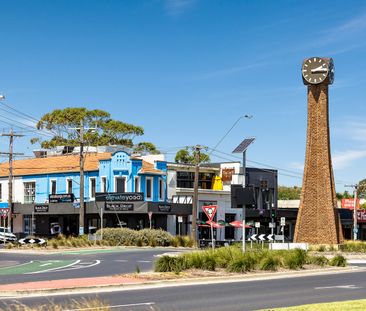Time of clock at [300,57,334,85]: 2:14
